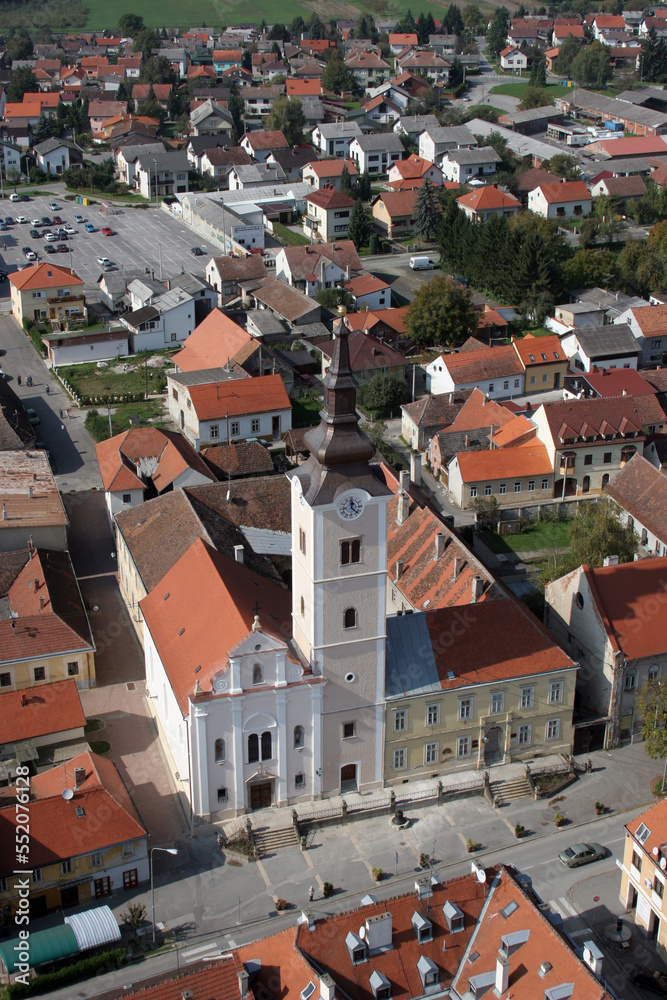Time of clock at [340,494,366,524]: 12:22
